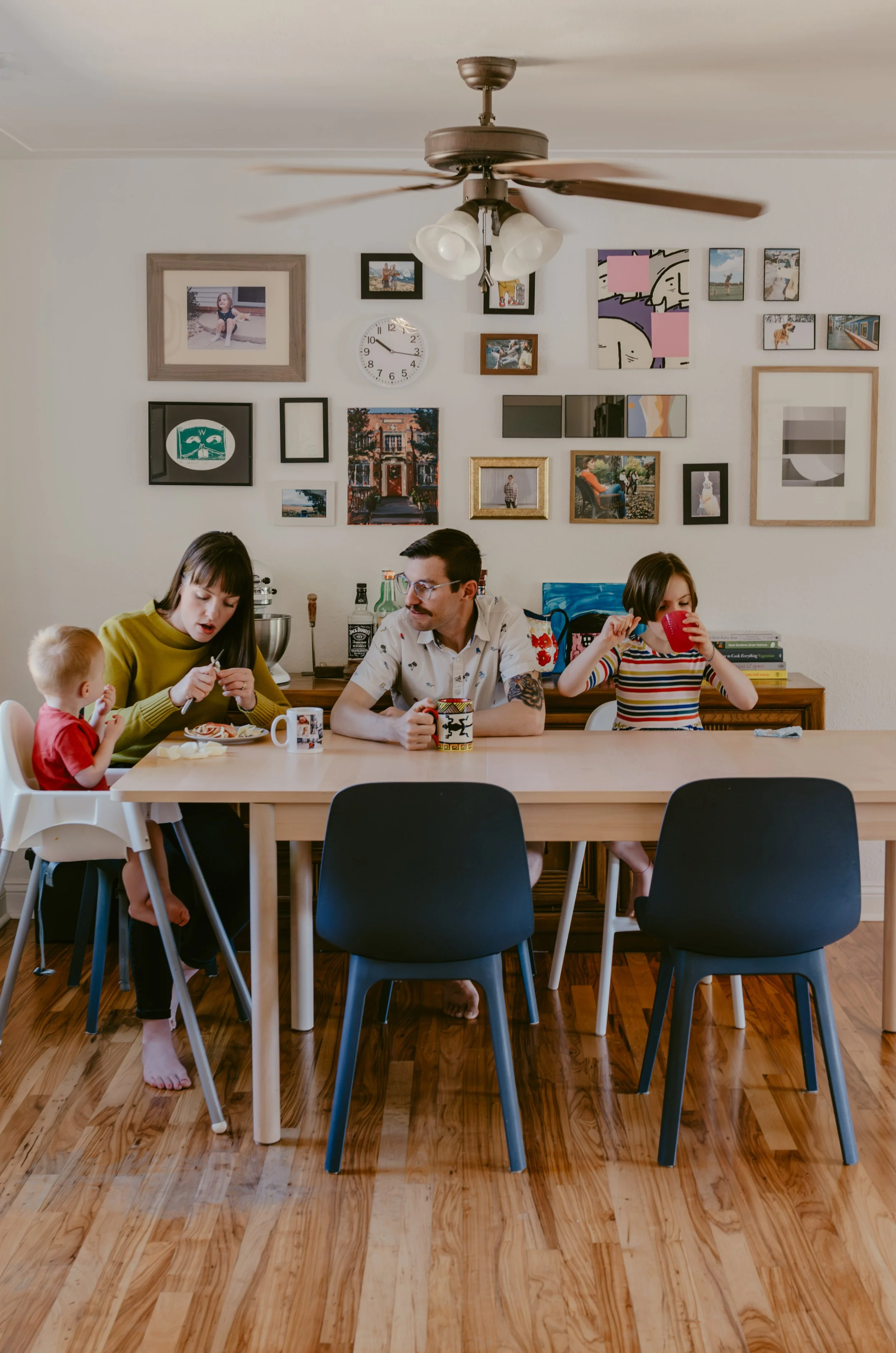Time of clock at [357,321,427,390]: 10:16
